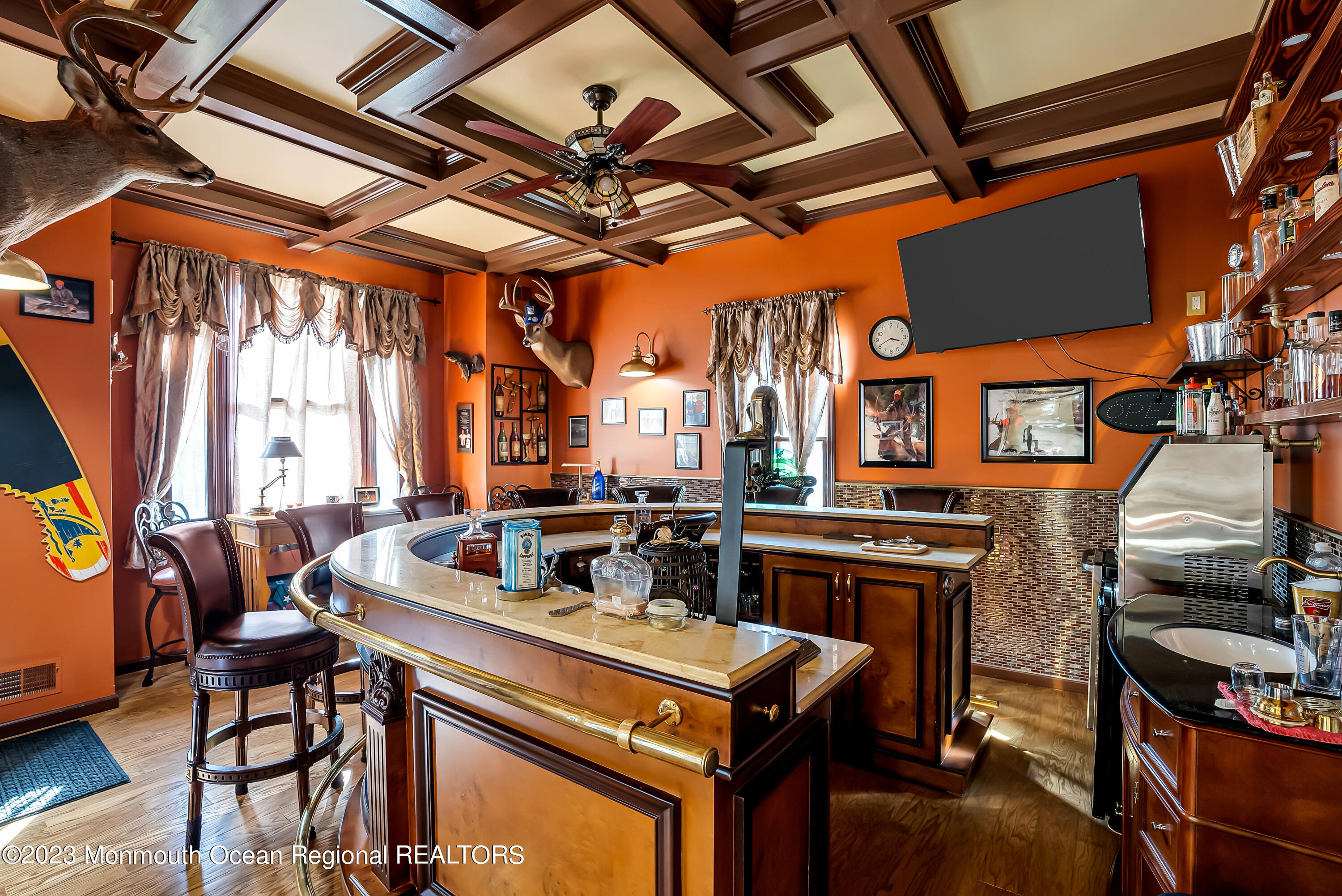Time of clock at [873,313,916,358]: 3:40
